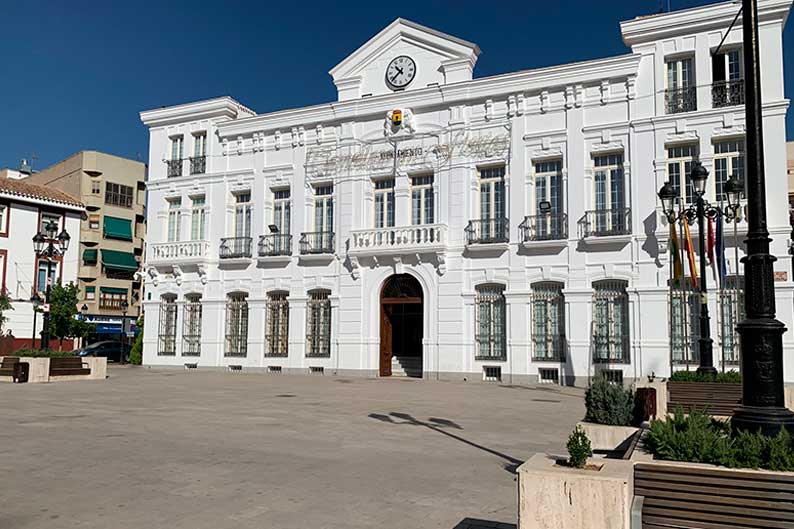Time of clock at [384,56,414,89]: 10:37
